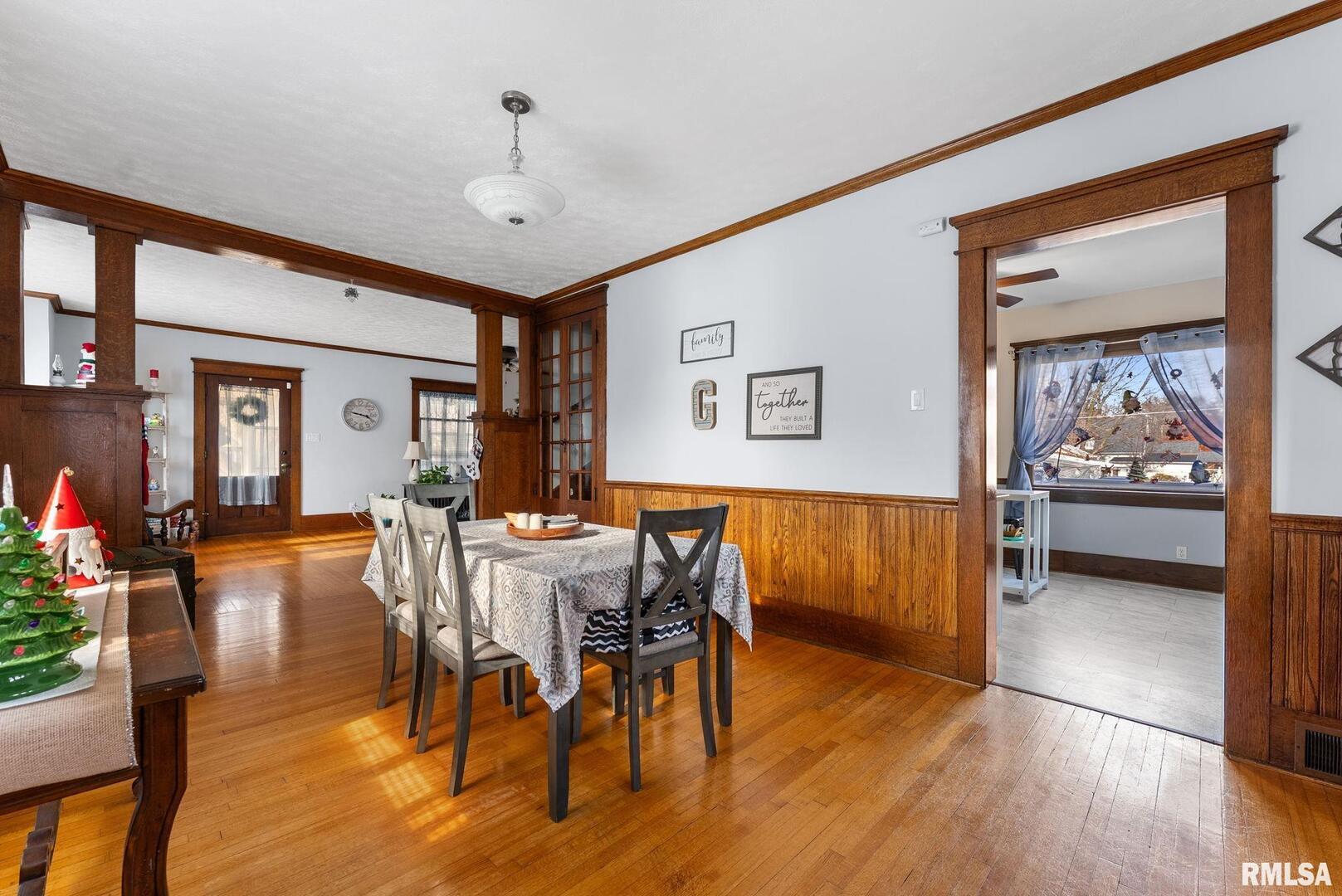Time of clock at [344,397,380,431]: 3:47
